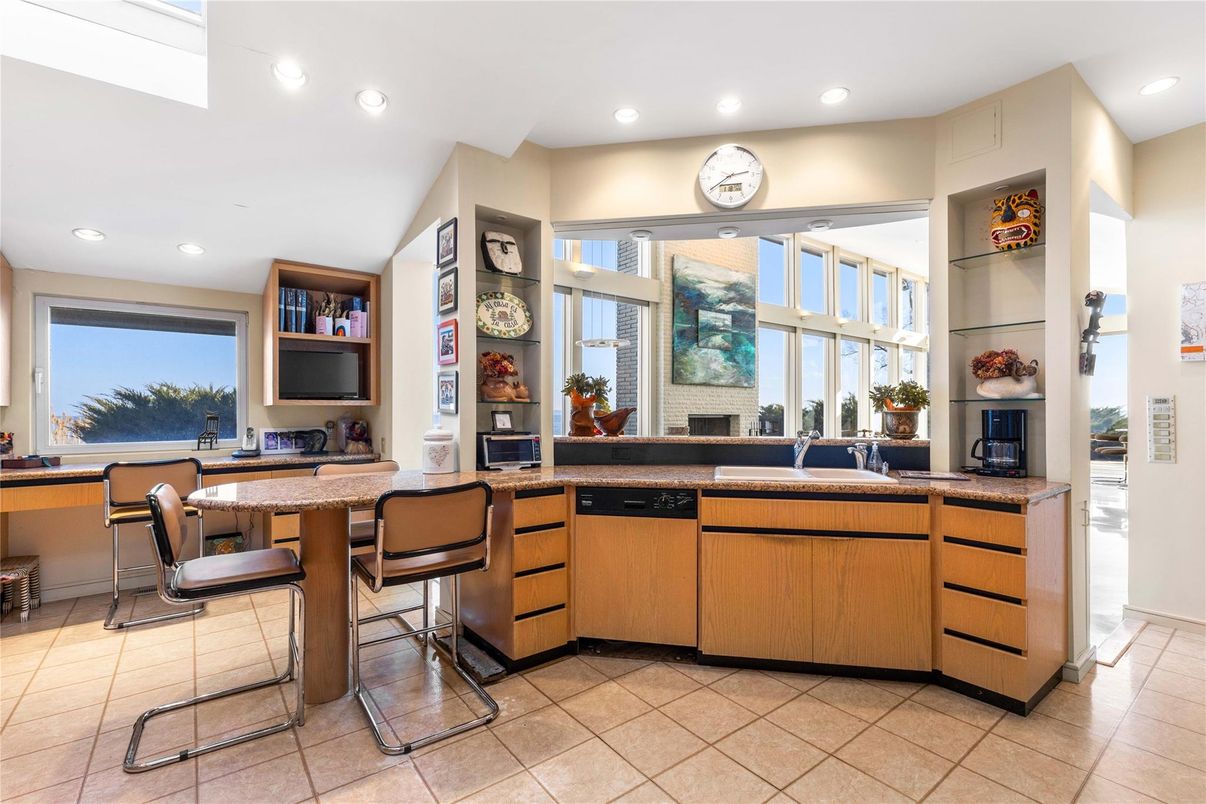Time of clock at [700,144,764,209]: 2:40
